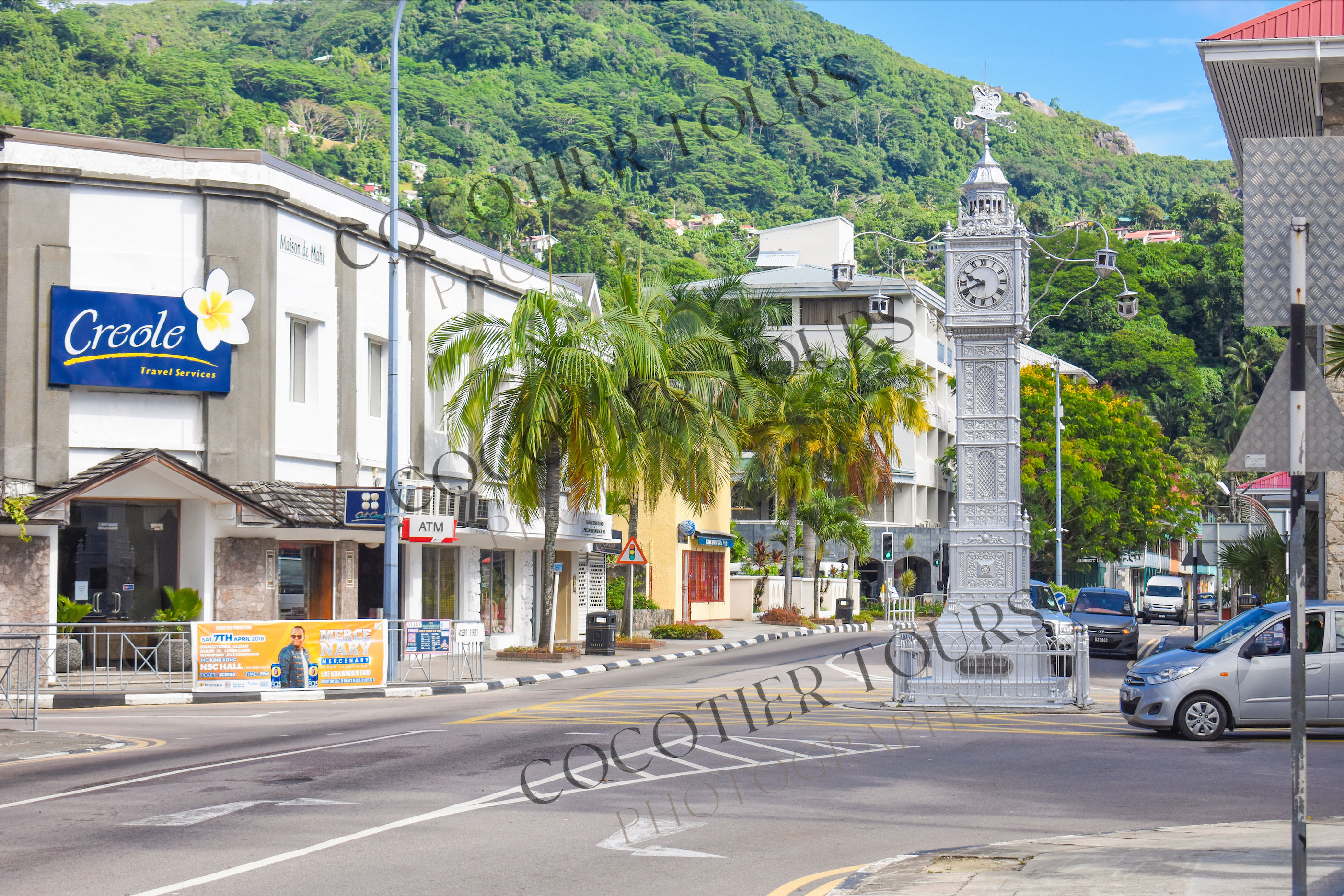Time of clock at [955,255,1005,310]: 9:41
